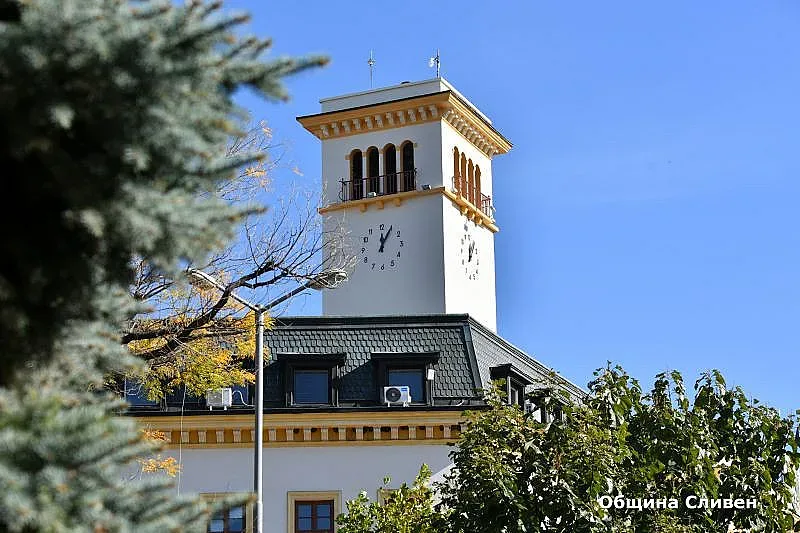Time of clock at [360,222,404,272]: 12:05
